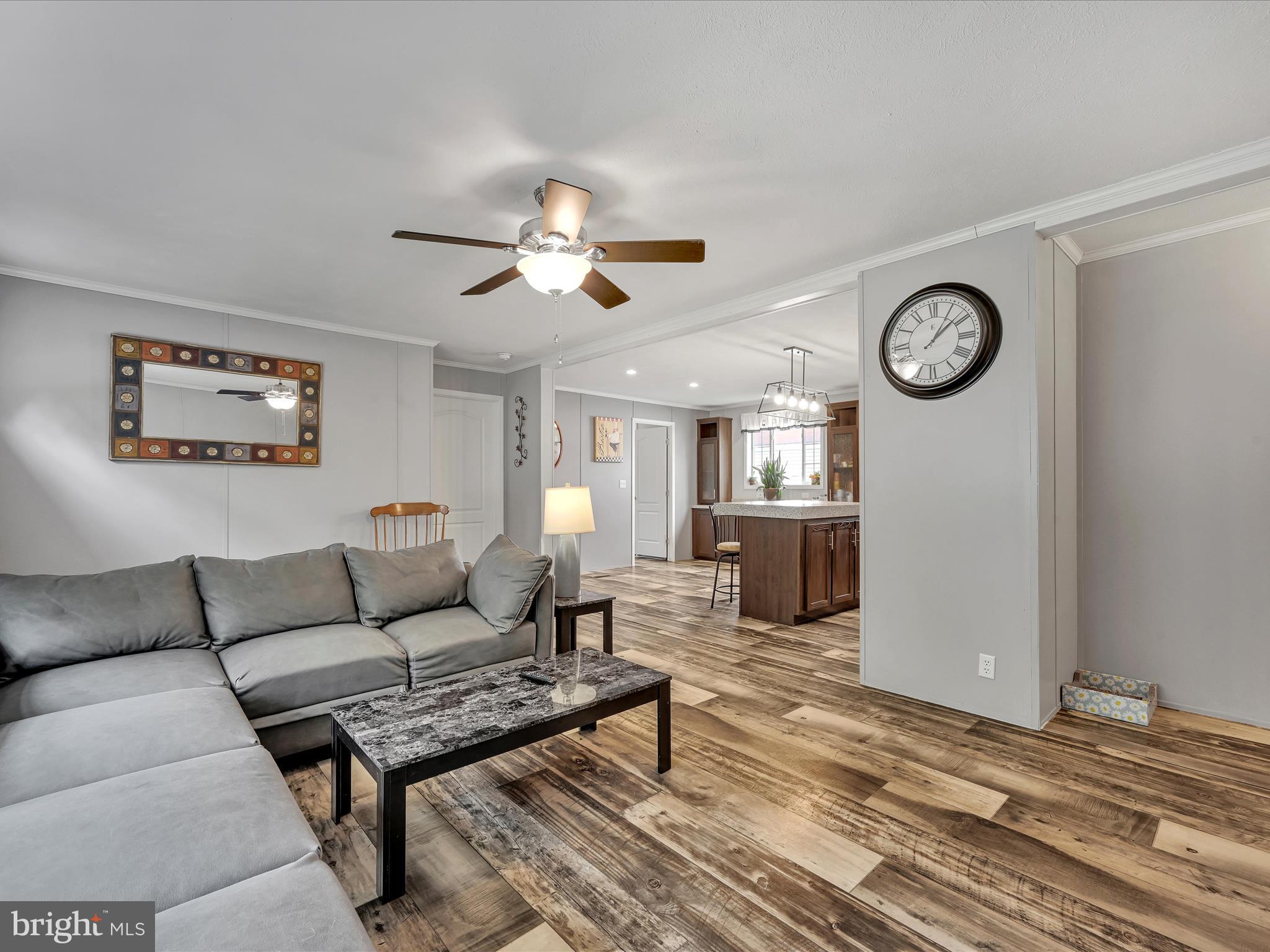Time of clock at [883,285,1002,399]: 1:08
